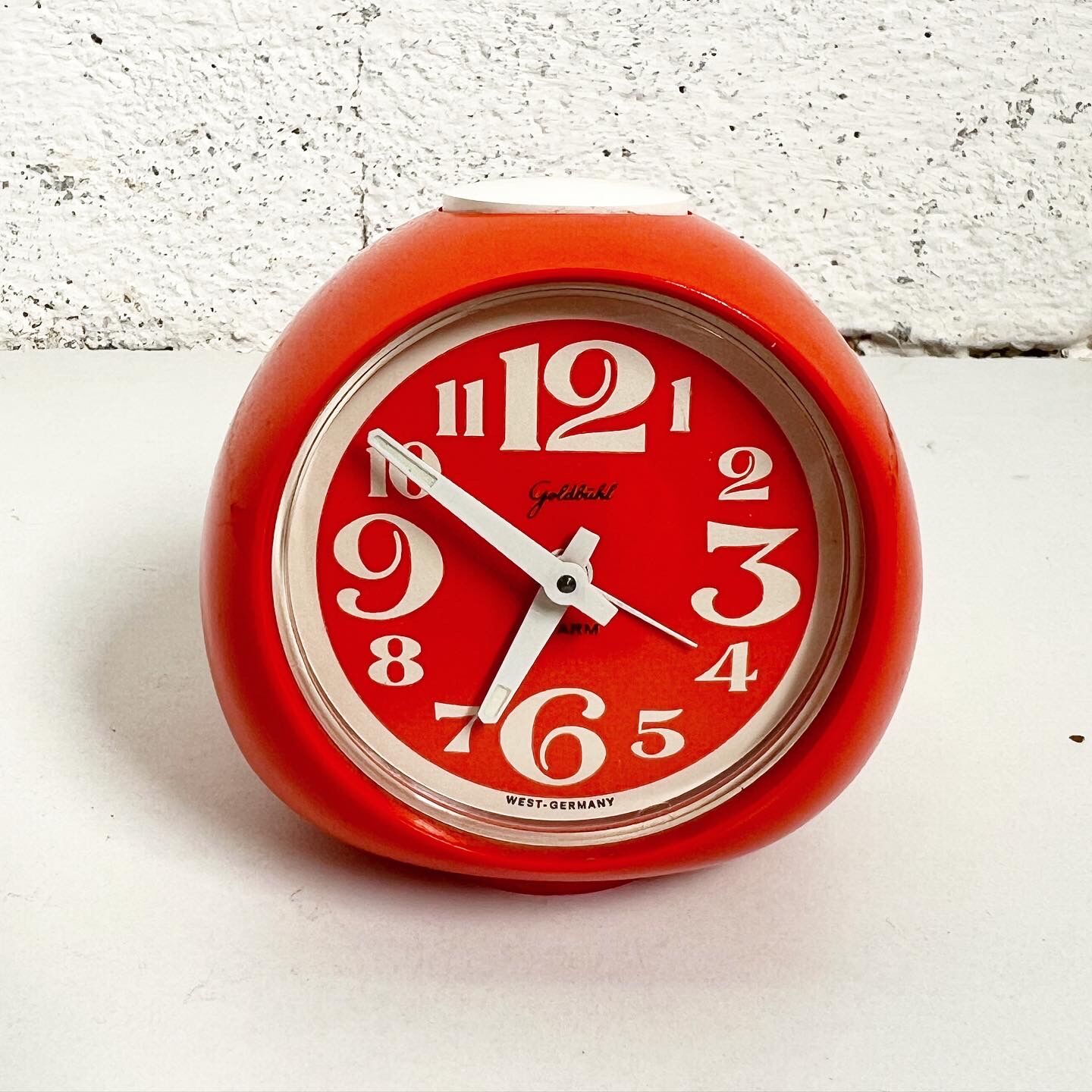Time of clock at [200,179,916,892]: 6:50
